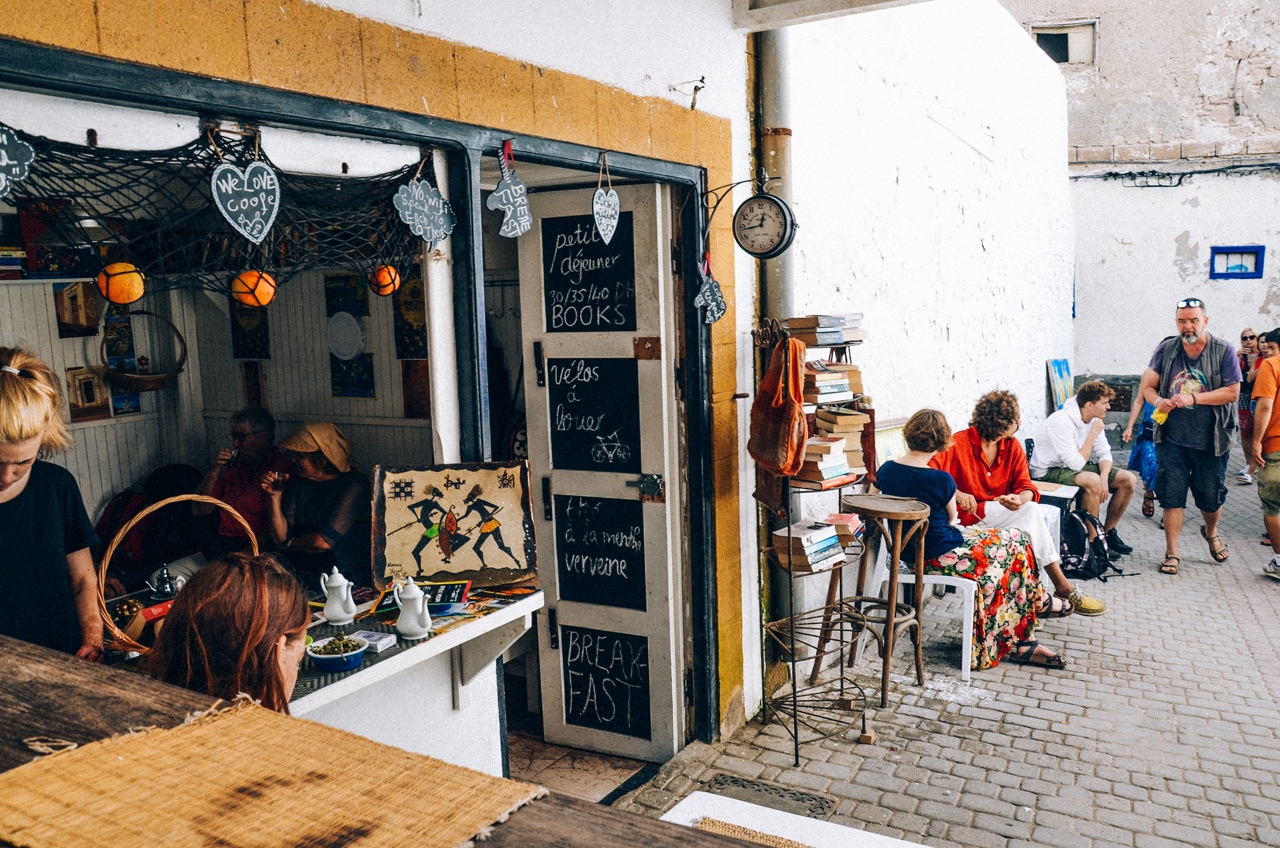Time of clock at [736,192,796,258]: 12:43
